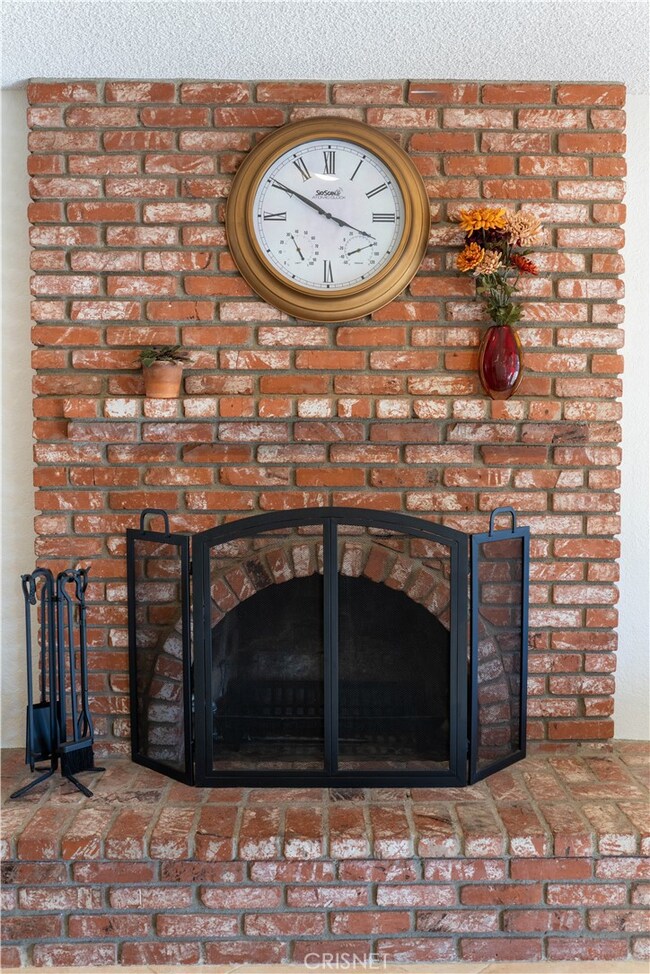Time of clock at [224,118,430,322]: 3:50
